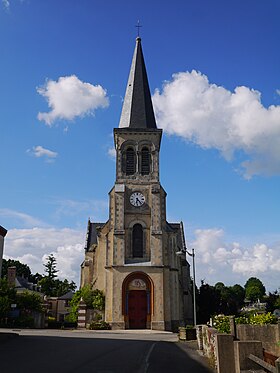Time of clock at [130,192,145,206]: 6:23
